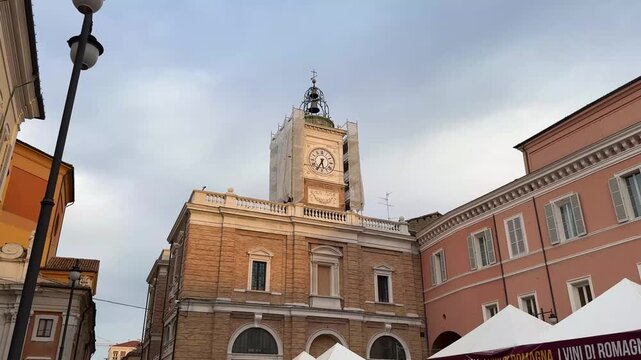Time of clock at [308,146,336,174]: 5:34
